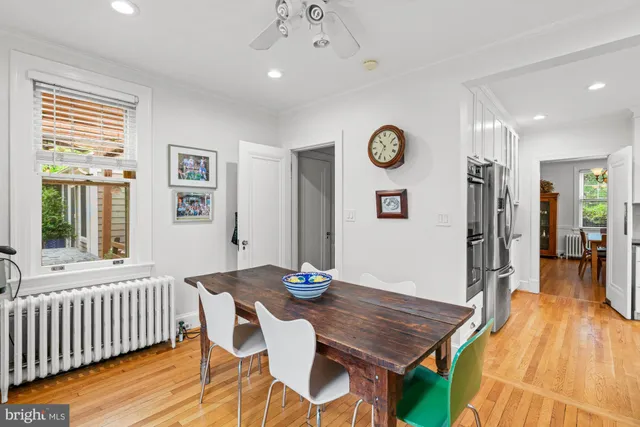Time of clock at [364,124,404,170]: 10:35
